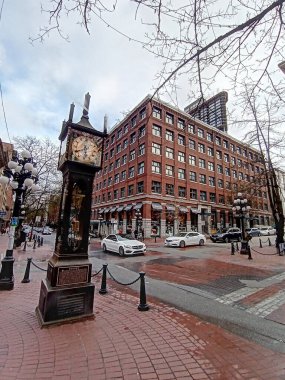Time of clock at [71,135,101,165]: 5:40
